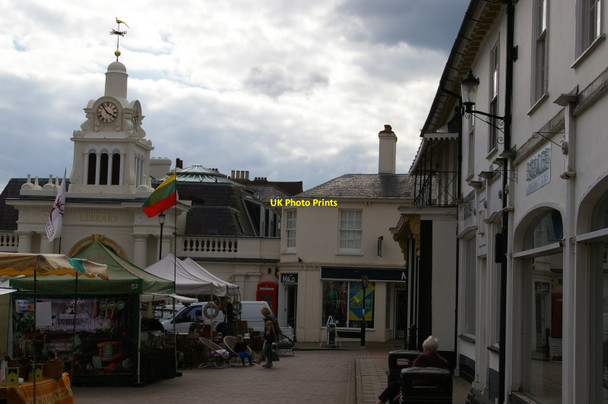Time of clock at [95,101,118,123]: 3:53
